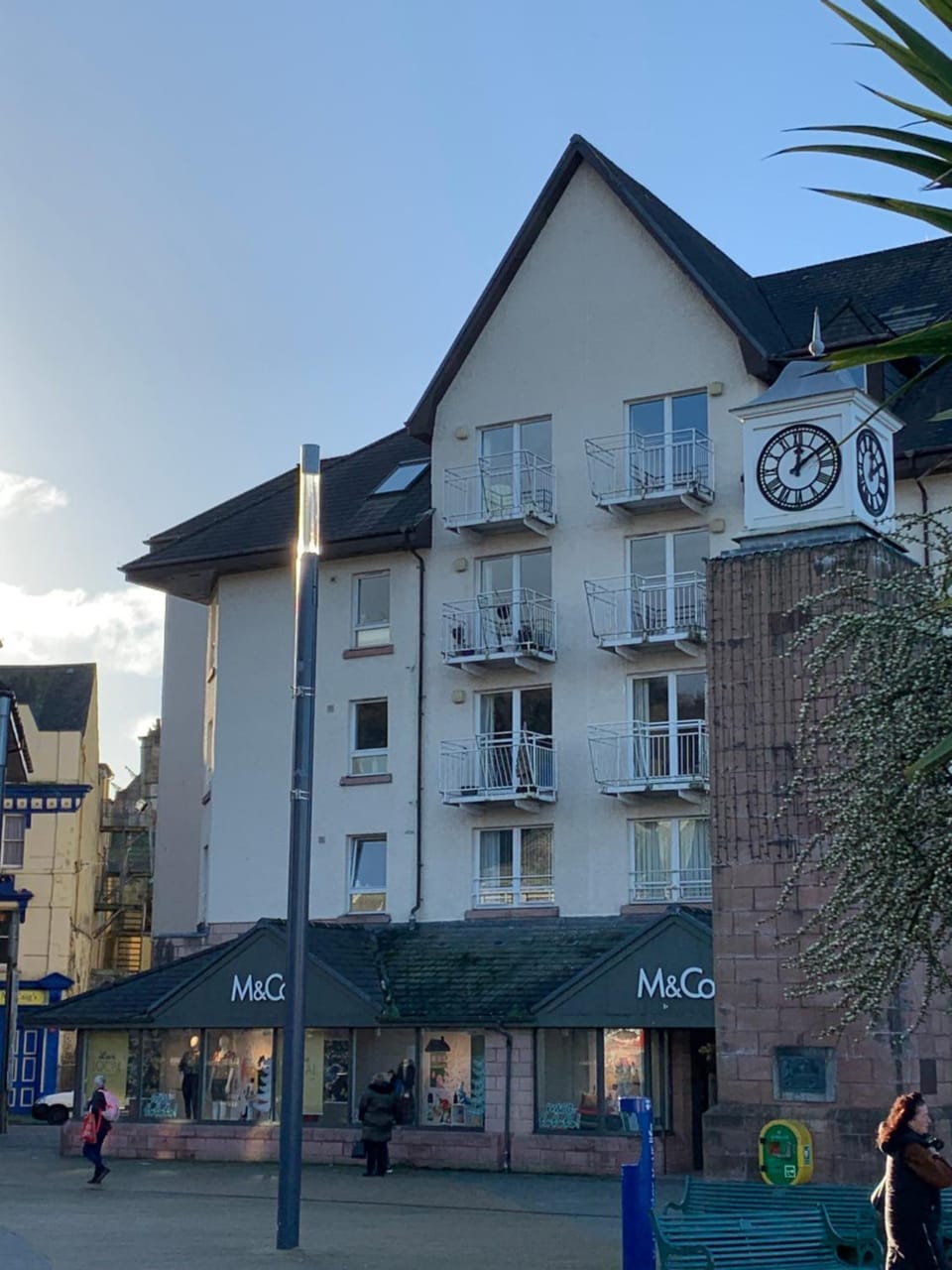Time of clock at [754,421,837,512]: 12:09
